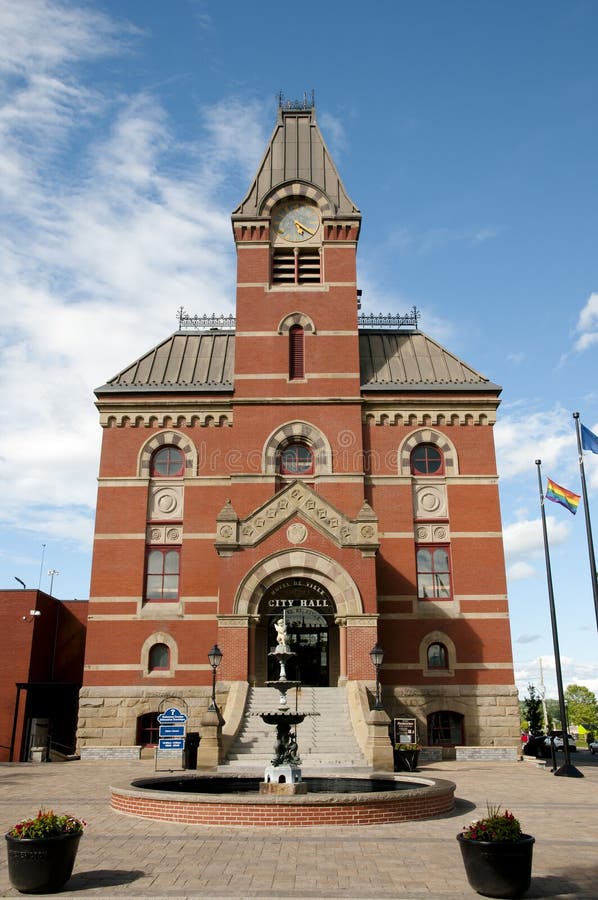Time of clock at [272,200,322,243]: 5:21
